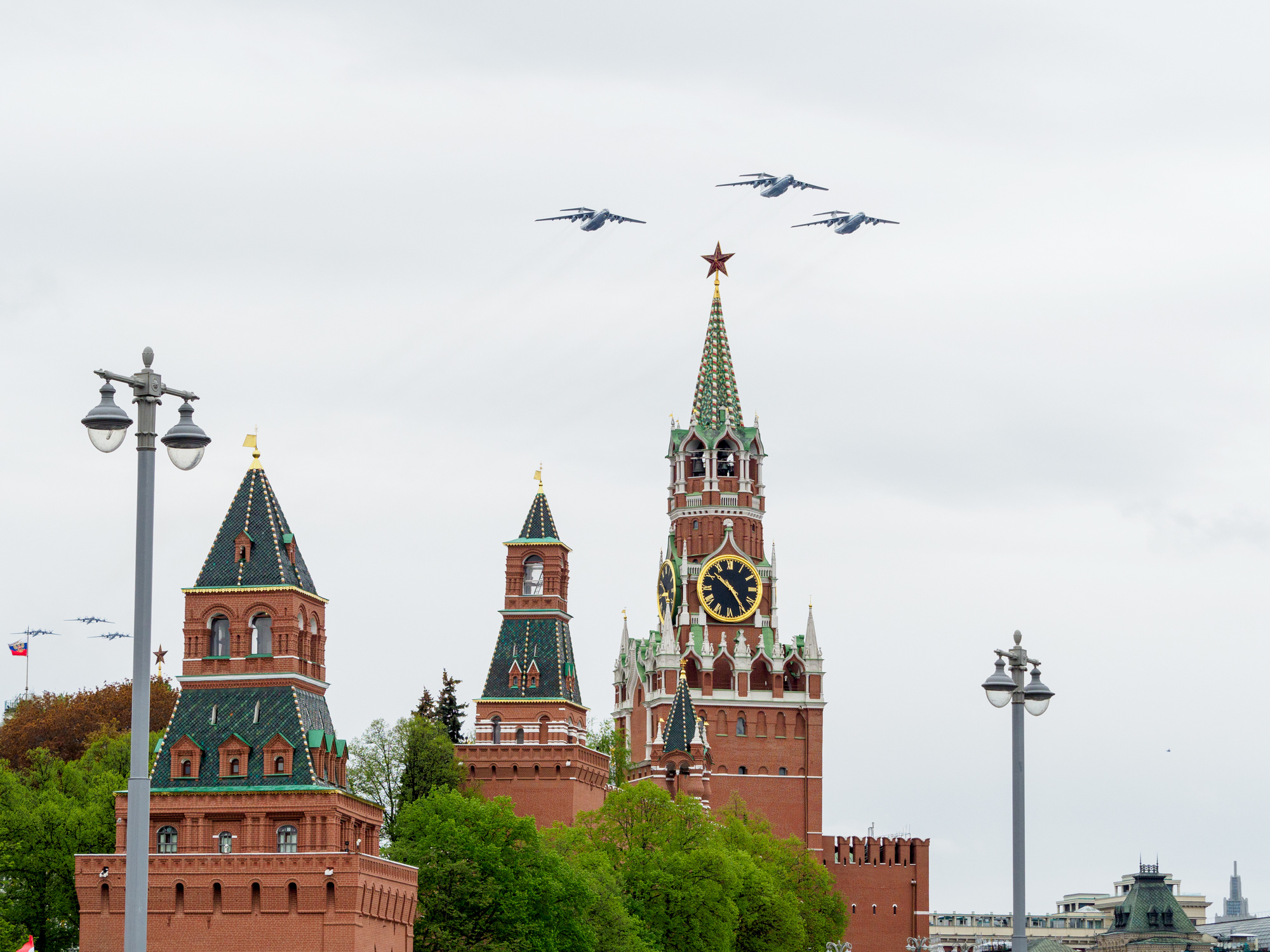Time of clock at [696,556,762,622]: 10:24
